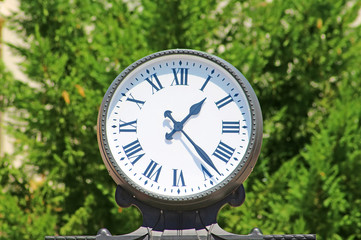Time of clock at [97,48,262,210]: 1:23
